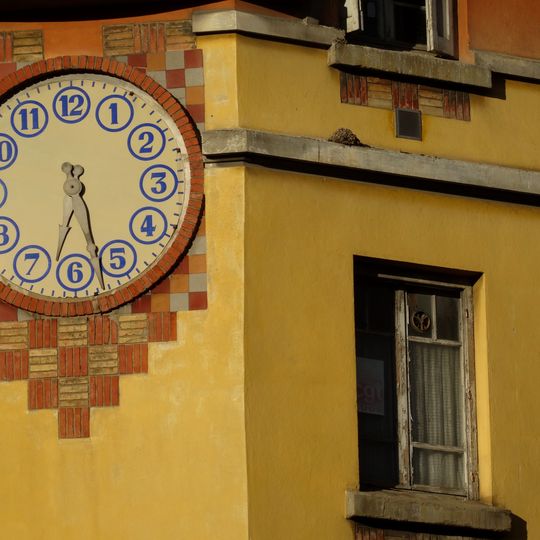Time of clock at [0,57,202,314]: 6:27
